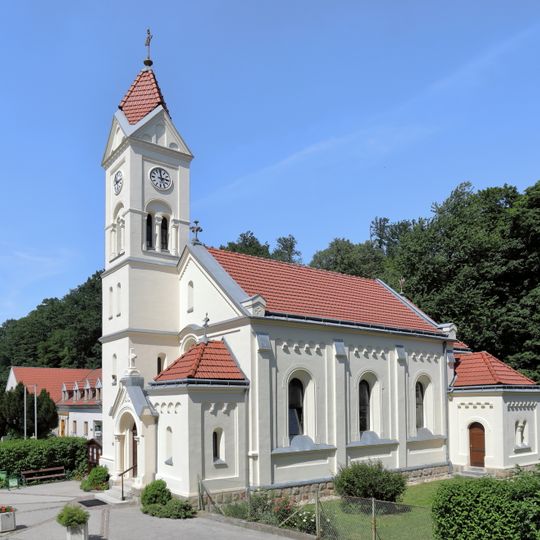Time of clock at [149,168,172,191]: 2:58
